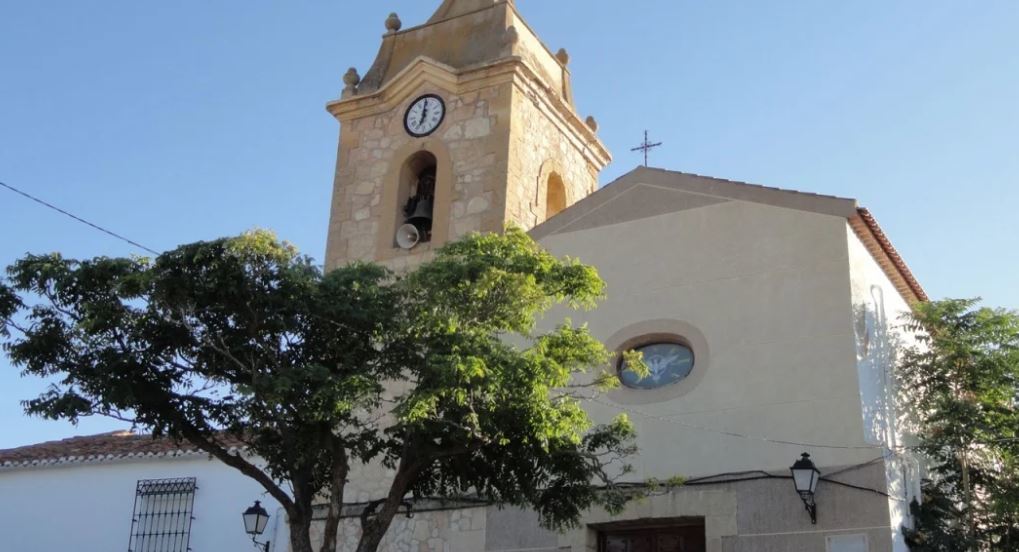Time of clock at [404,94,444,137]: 7:00
